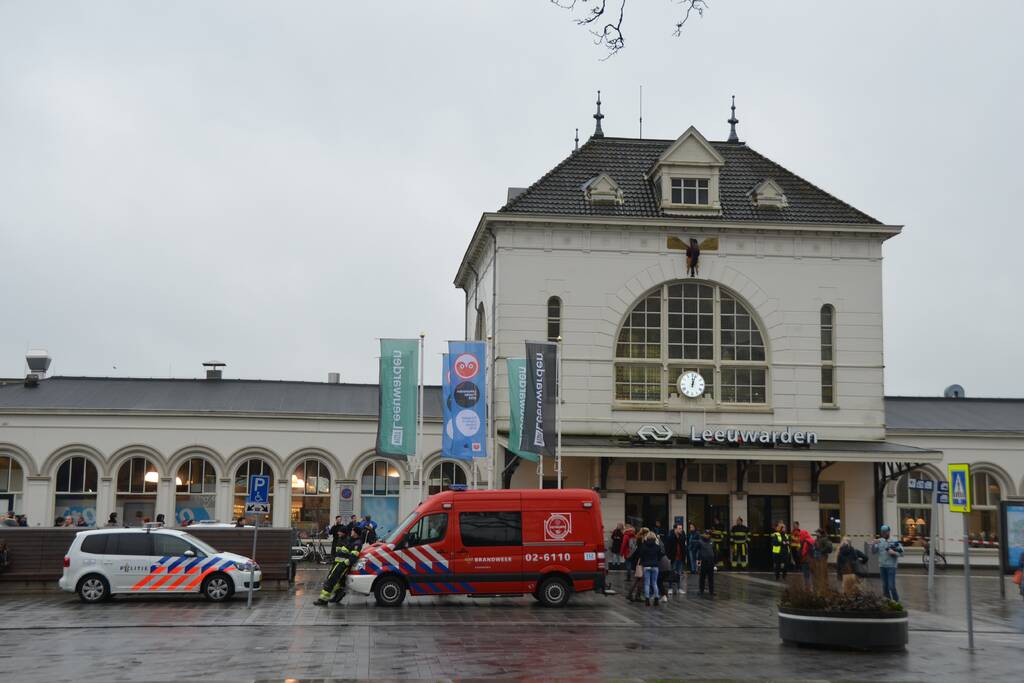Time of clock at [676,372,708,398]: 12:03
